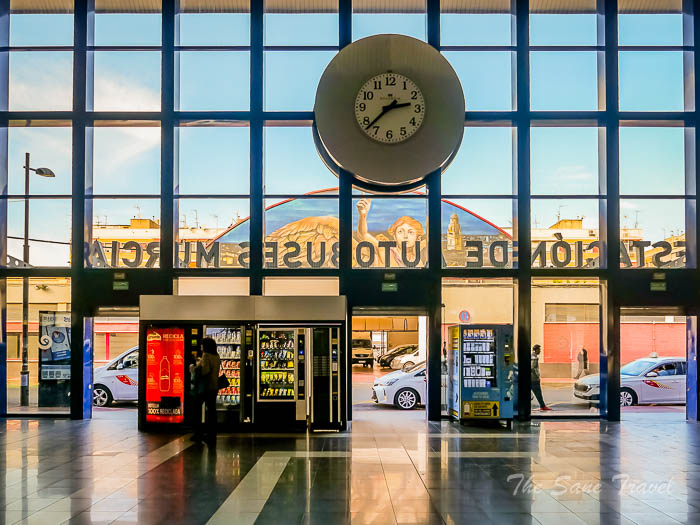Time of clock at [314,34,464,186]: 2:37
